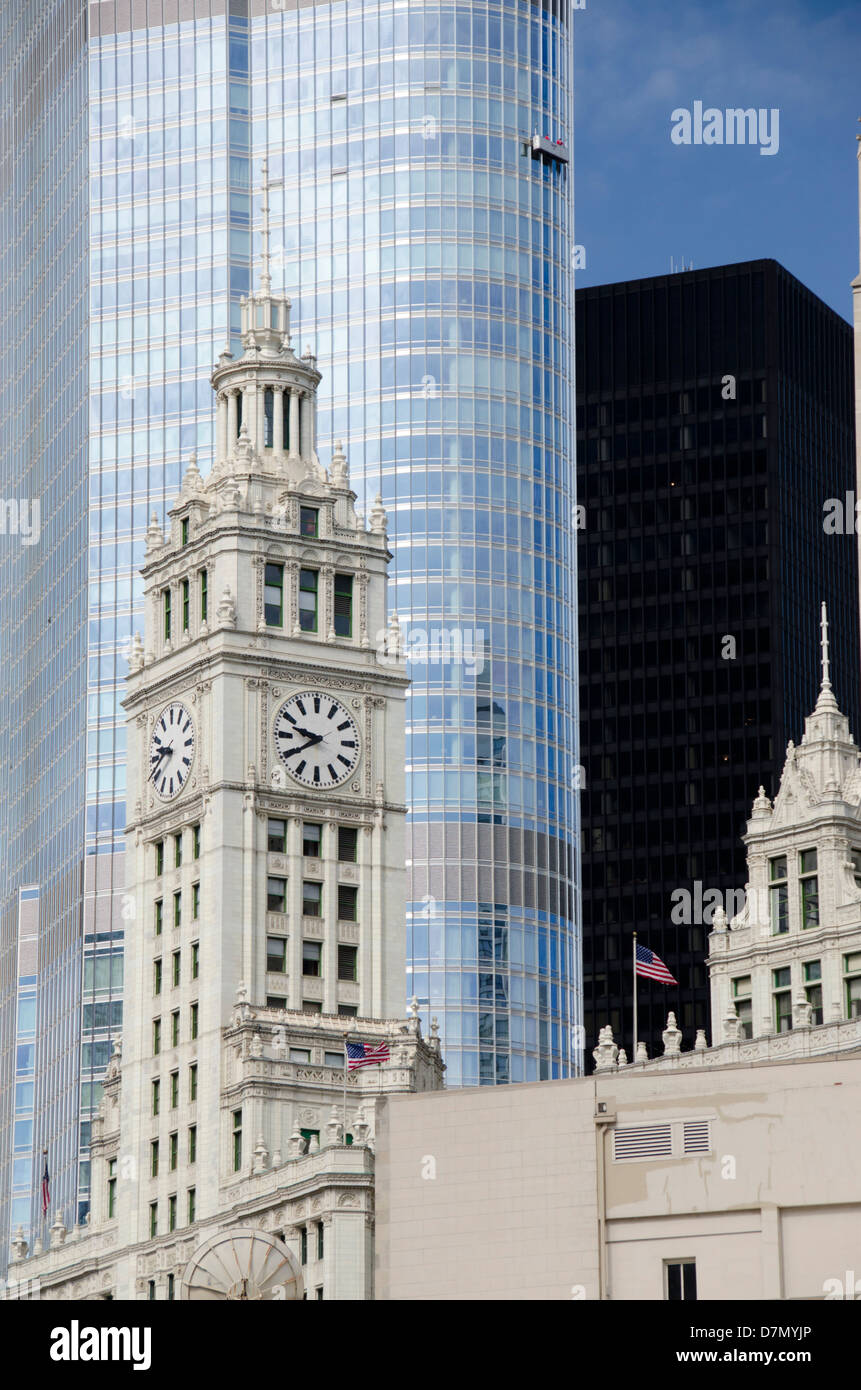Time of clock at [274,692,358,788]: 9:39
